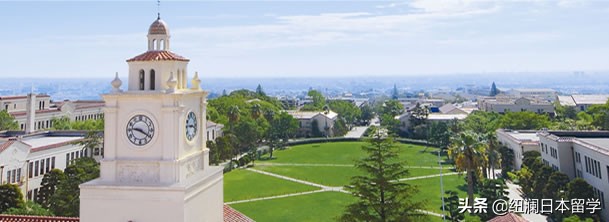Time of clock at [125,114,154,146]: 9:20
